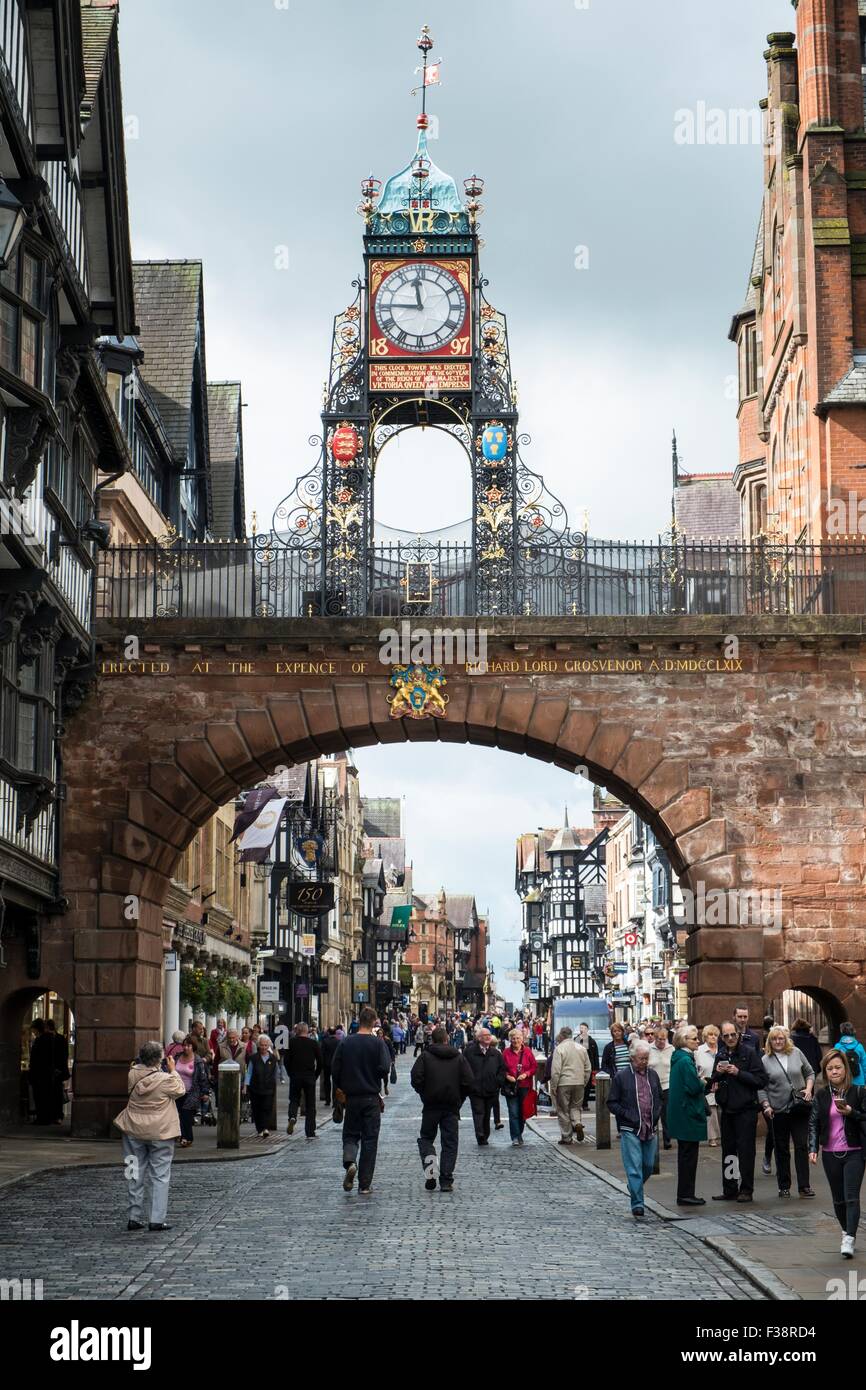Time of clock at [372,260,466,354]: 11:45
